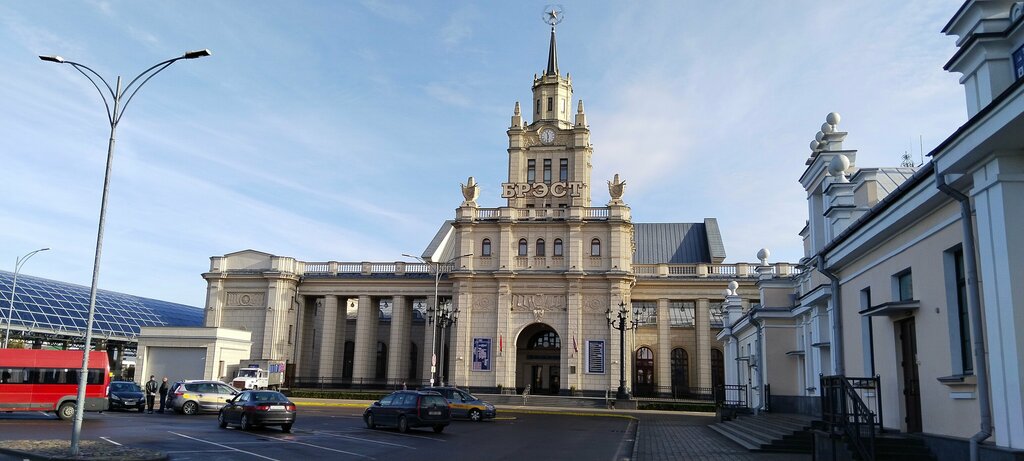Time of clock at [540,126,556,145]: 11:31
